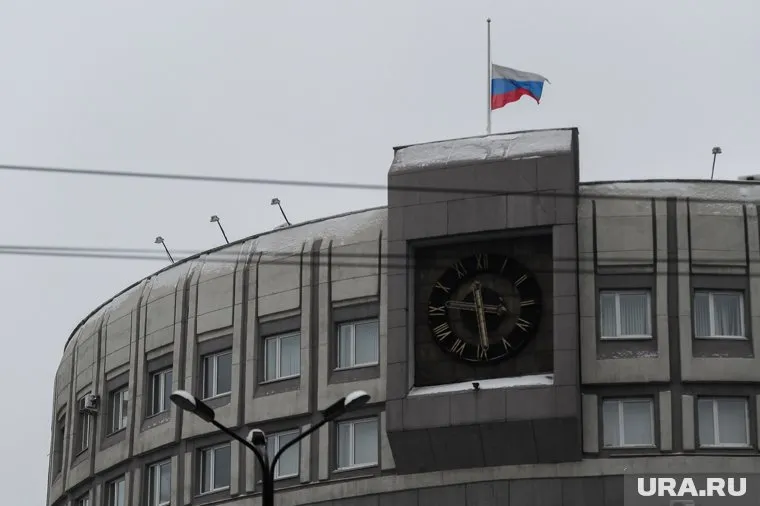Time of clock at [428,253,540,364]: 11:29
